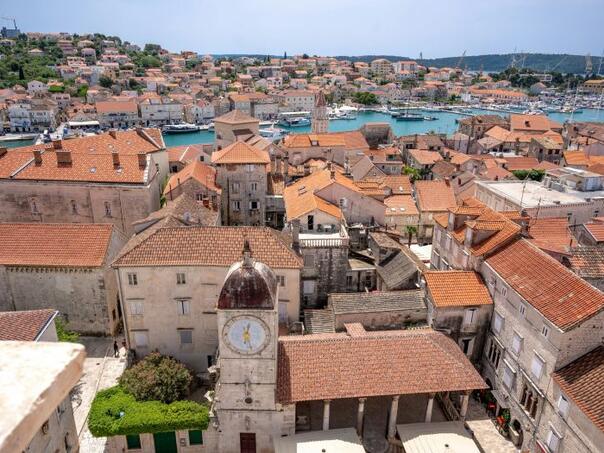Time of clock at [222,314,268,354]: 12:27
